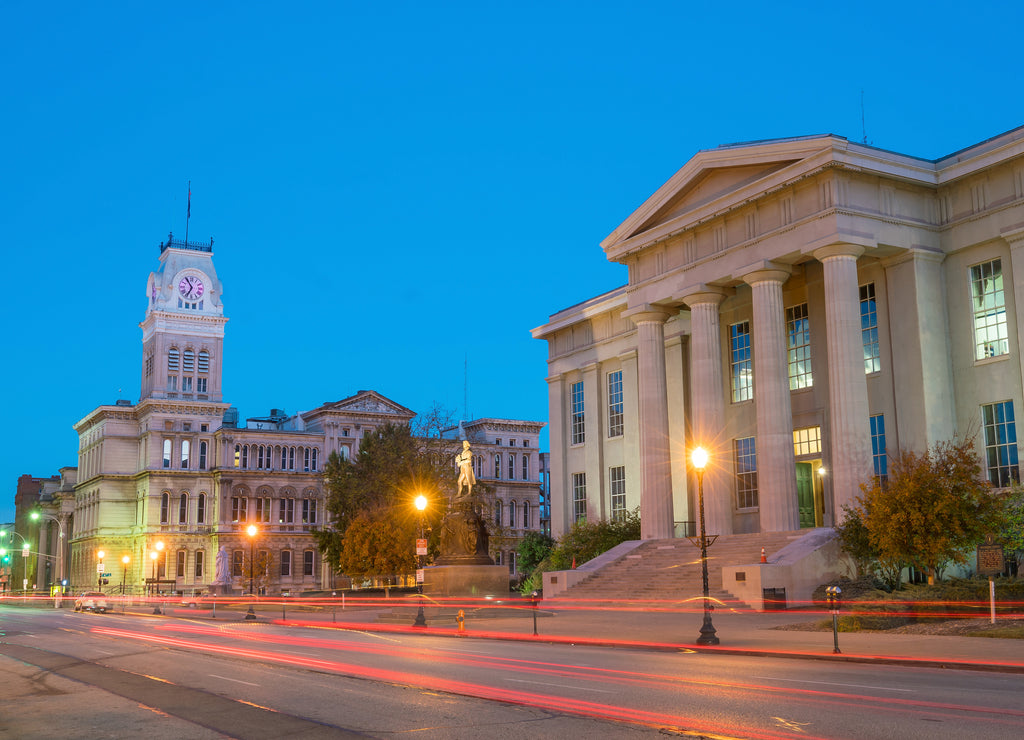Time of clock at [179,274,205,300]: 6:54
